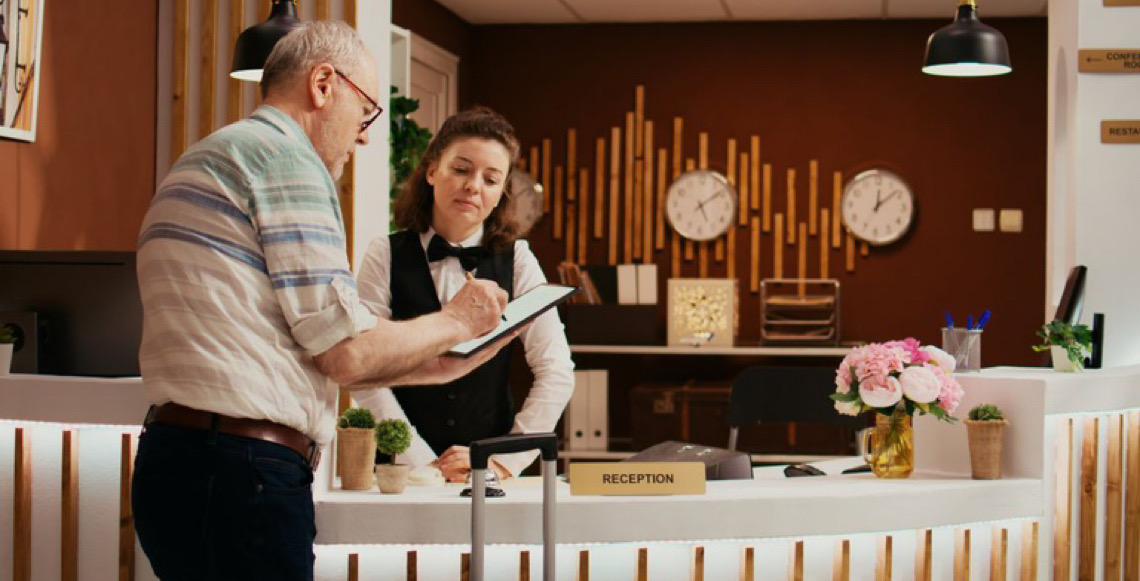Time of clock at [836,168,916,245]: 12:08
